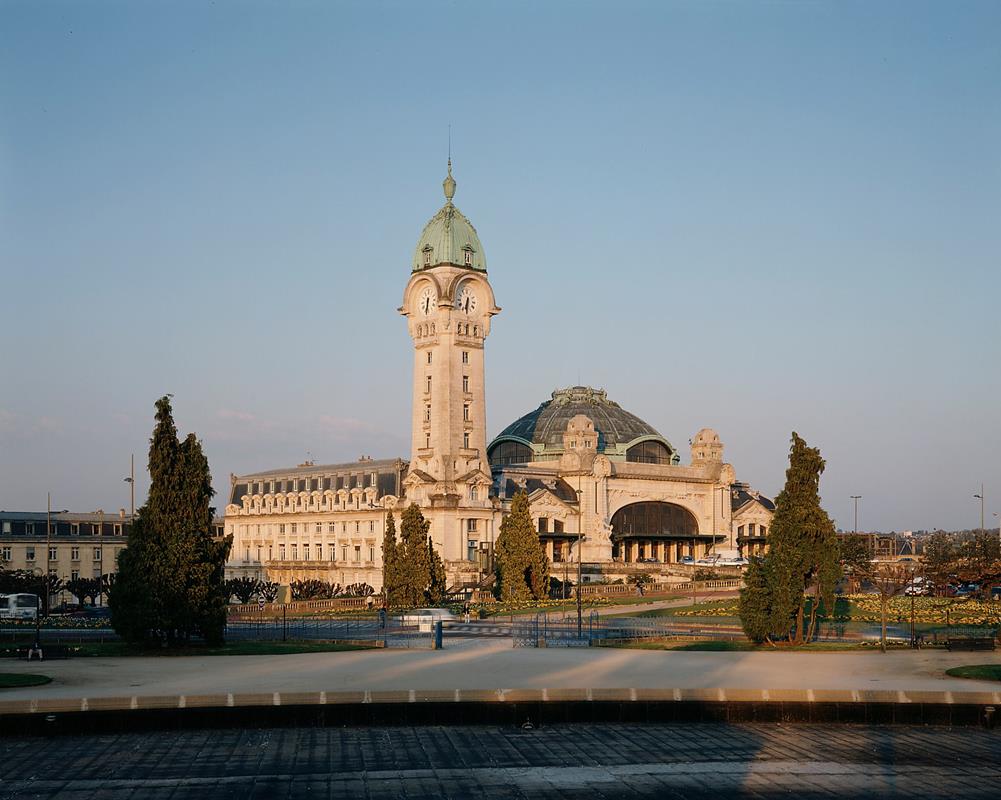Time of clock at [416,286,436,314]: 6:32
